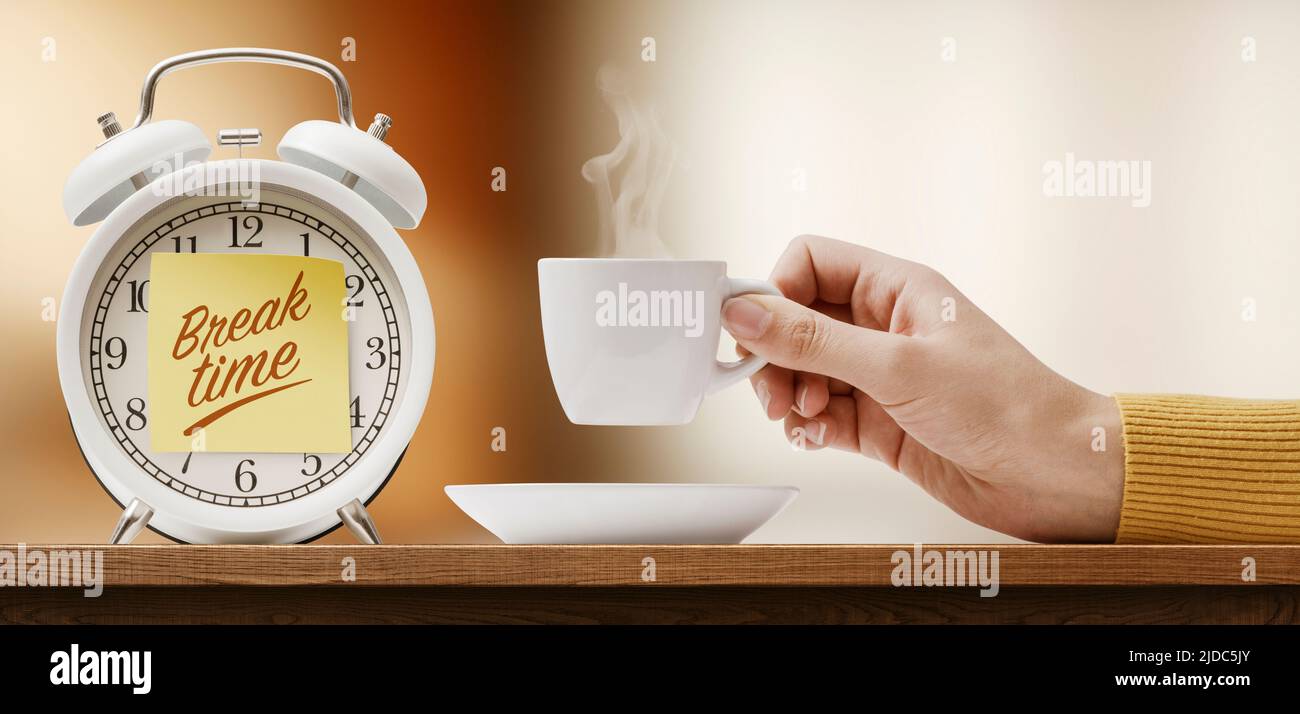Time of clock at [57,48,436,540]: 8:36
